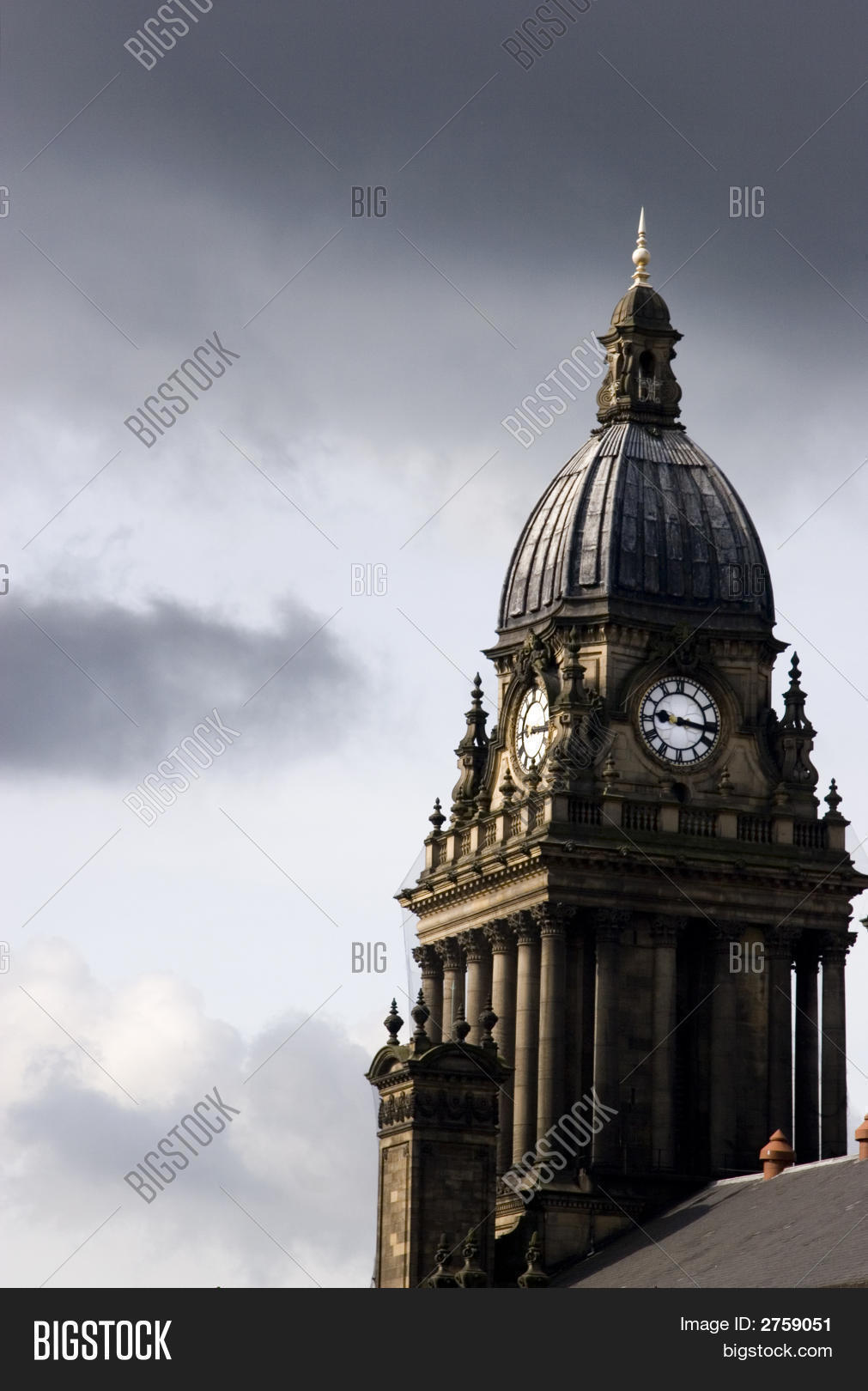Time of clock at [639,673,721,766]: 9:16
